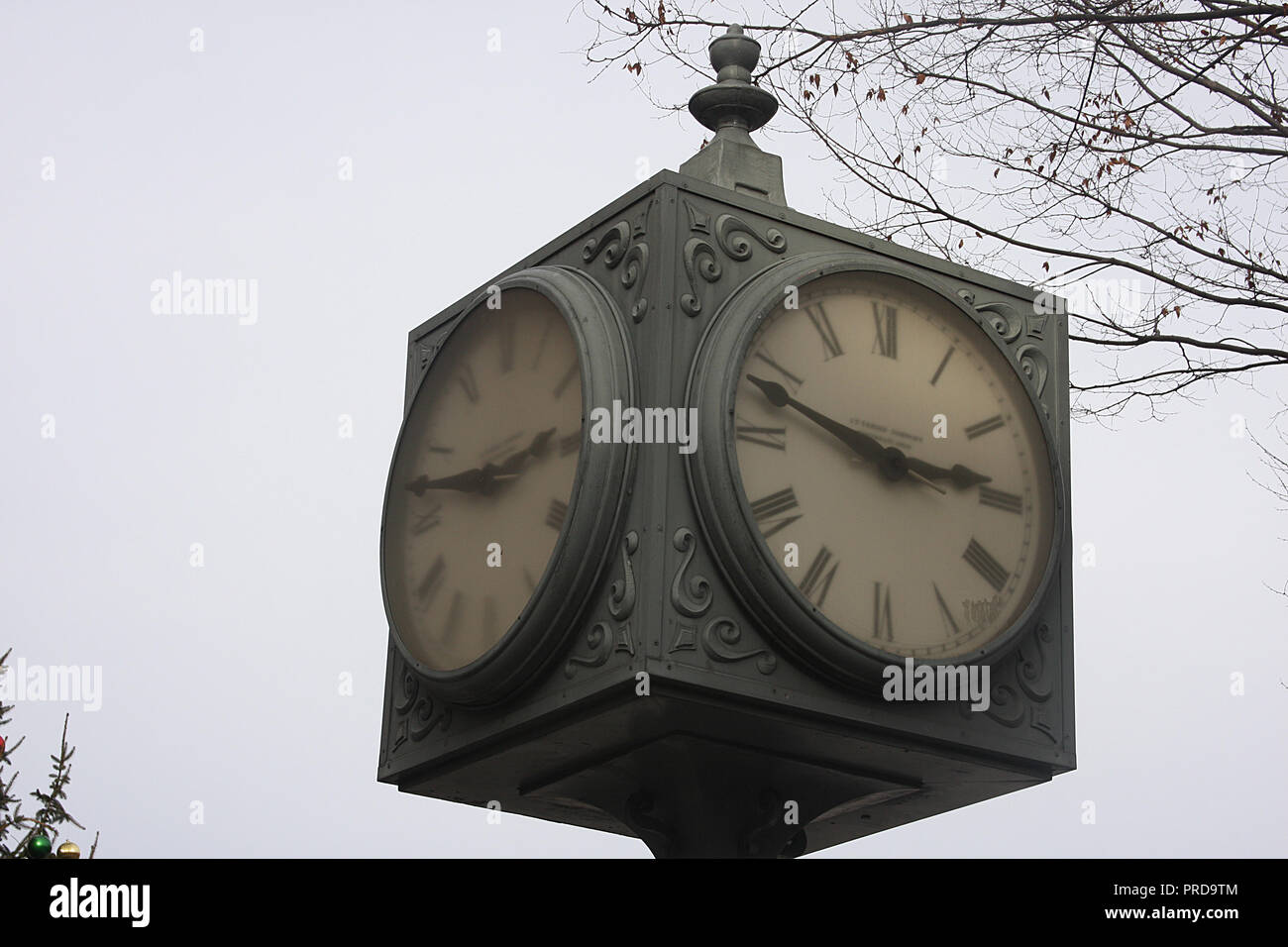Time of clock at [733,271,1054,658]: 2:48
